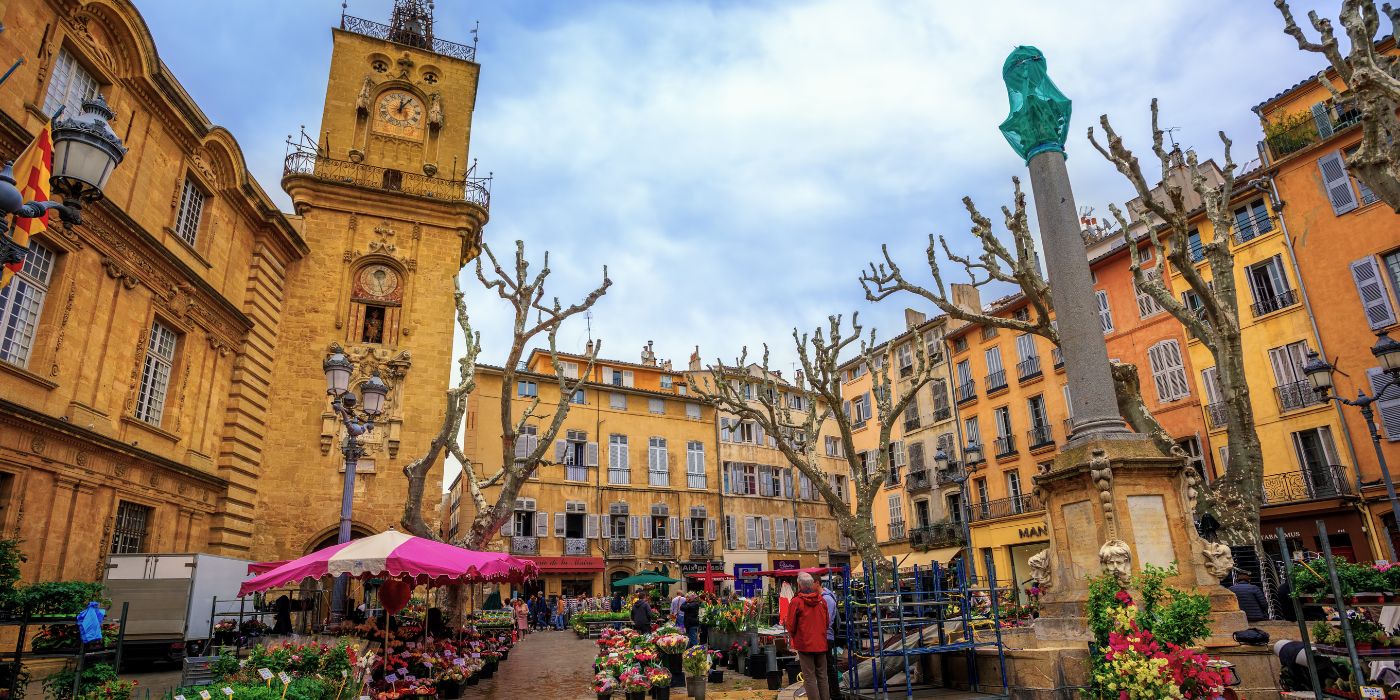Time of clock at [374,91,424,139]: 12:05
